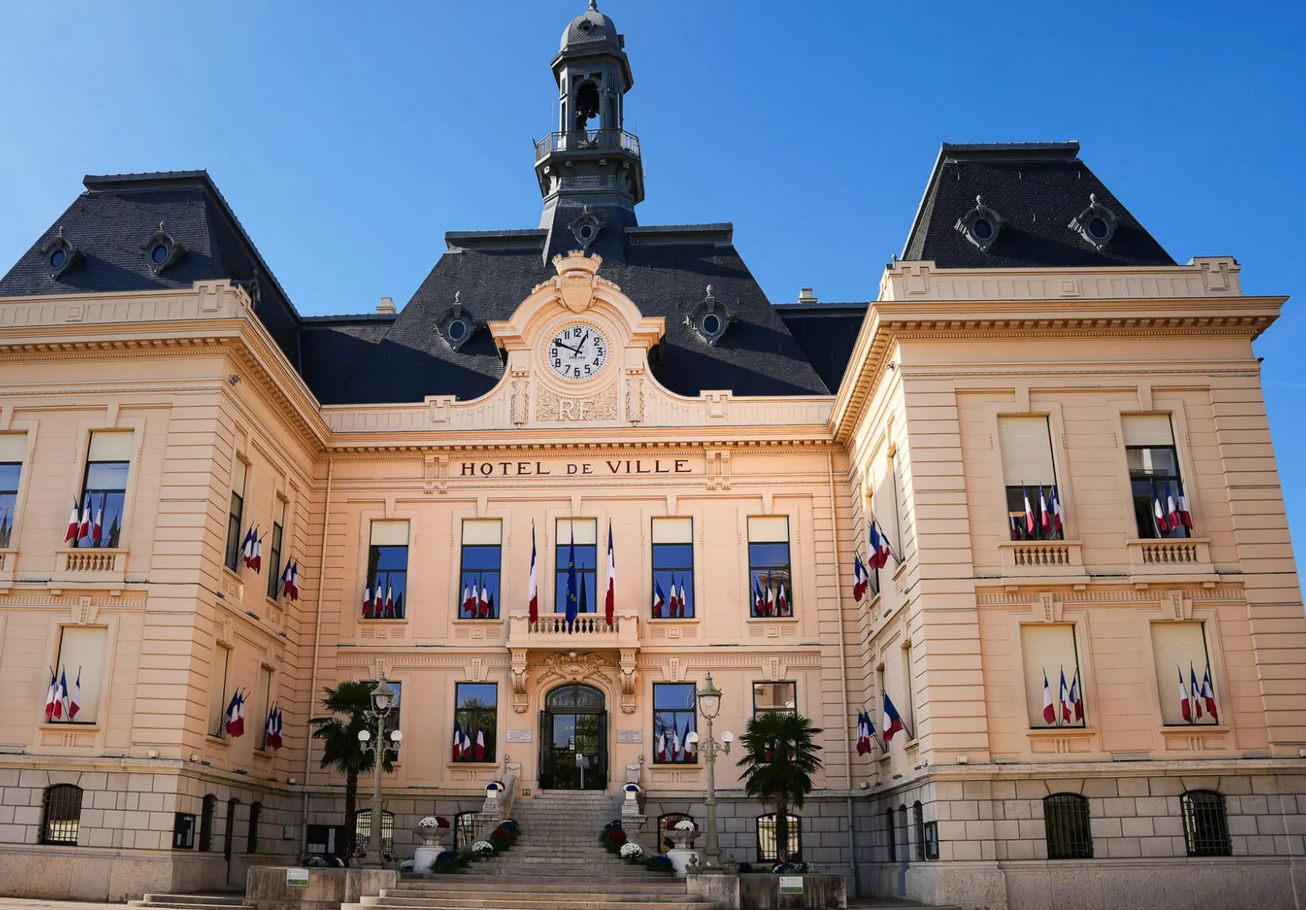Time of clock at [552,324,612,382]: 12:49
